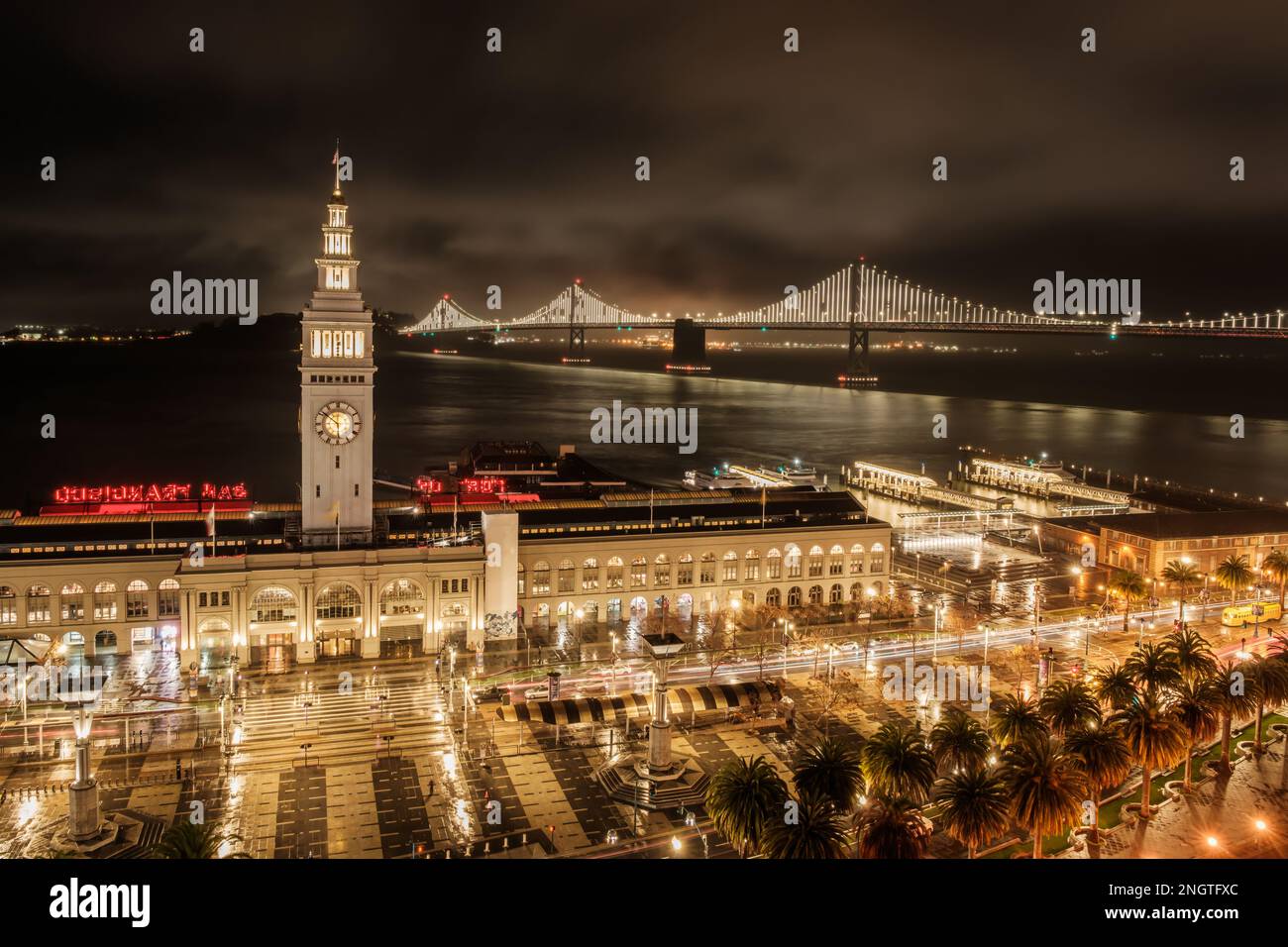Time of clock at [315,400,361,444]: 5:51
